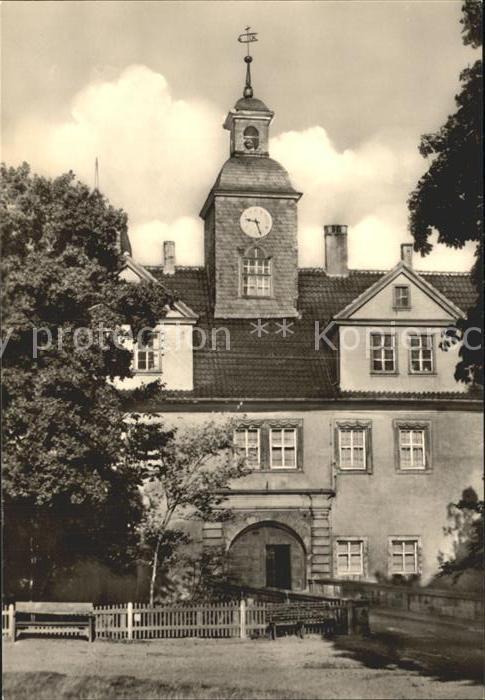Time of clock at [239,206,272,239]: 9:27
